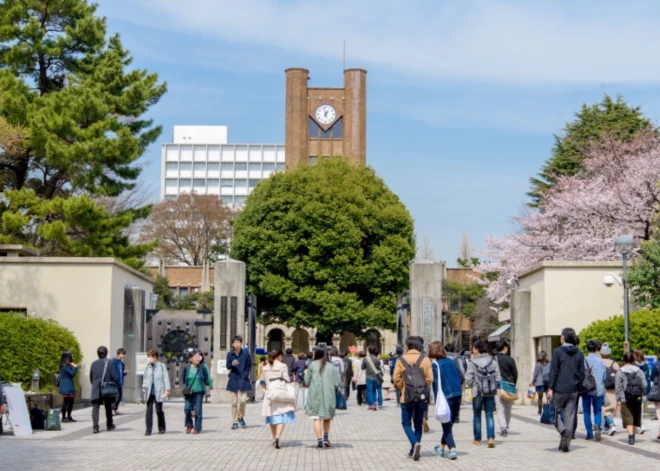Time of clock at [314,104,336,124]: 12:57
